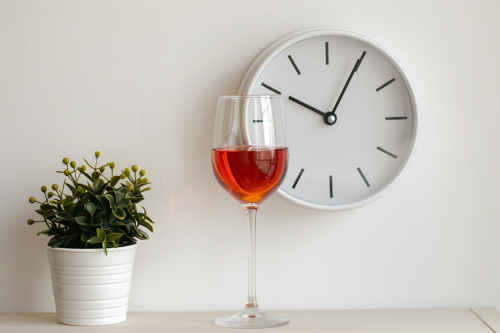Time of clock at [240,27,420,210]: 10:04
